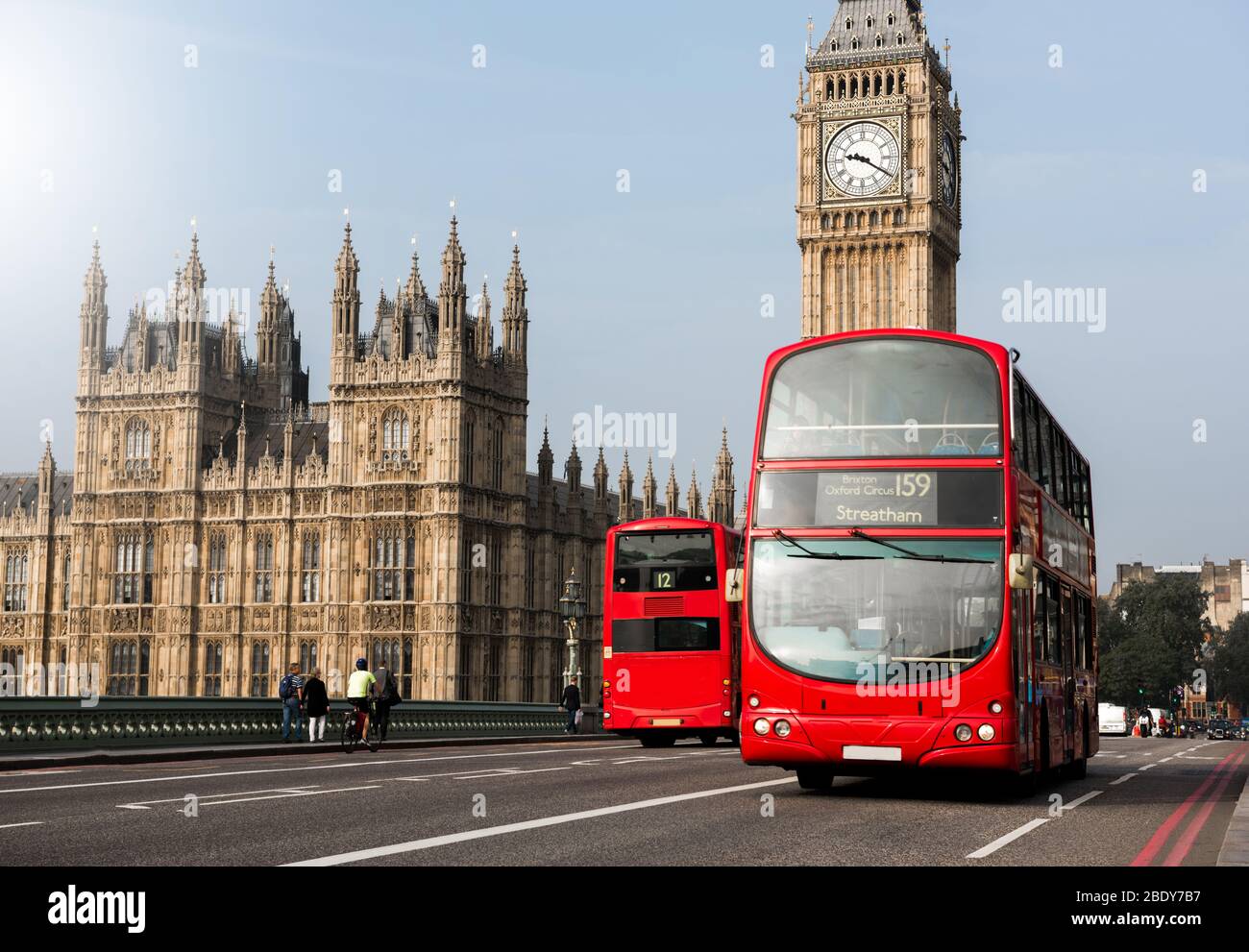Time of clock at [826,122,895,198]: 9:20
